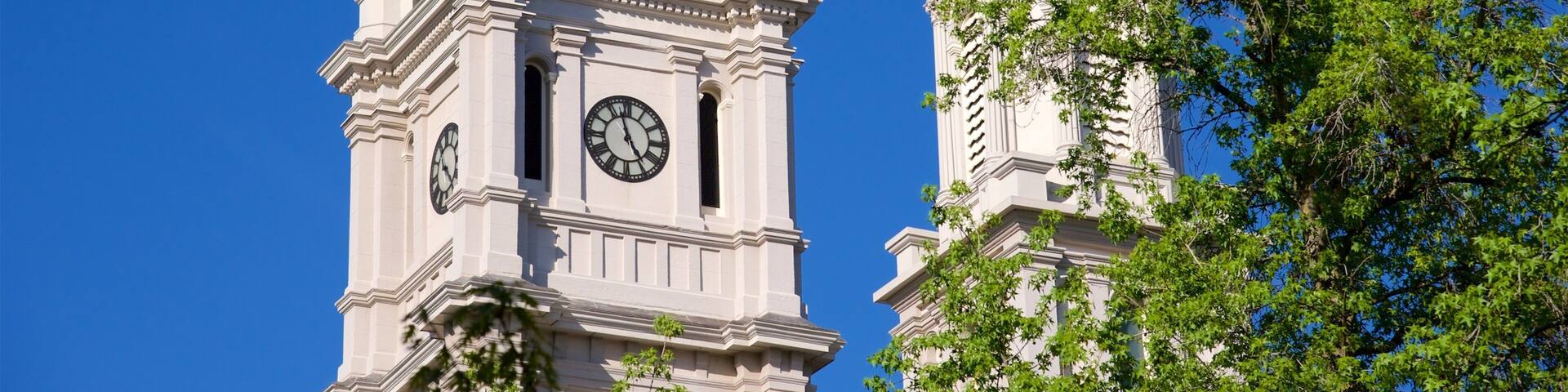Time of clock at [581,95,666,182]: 4:57
